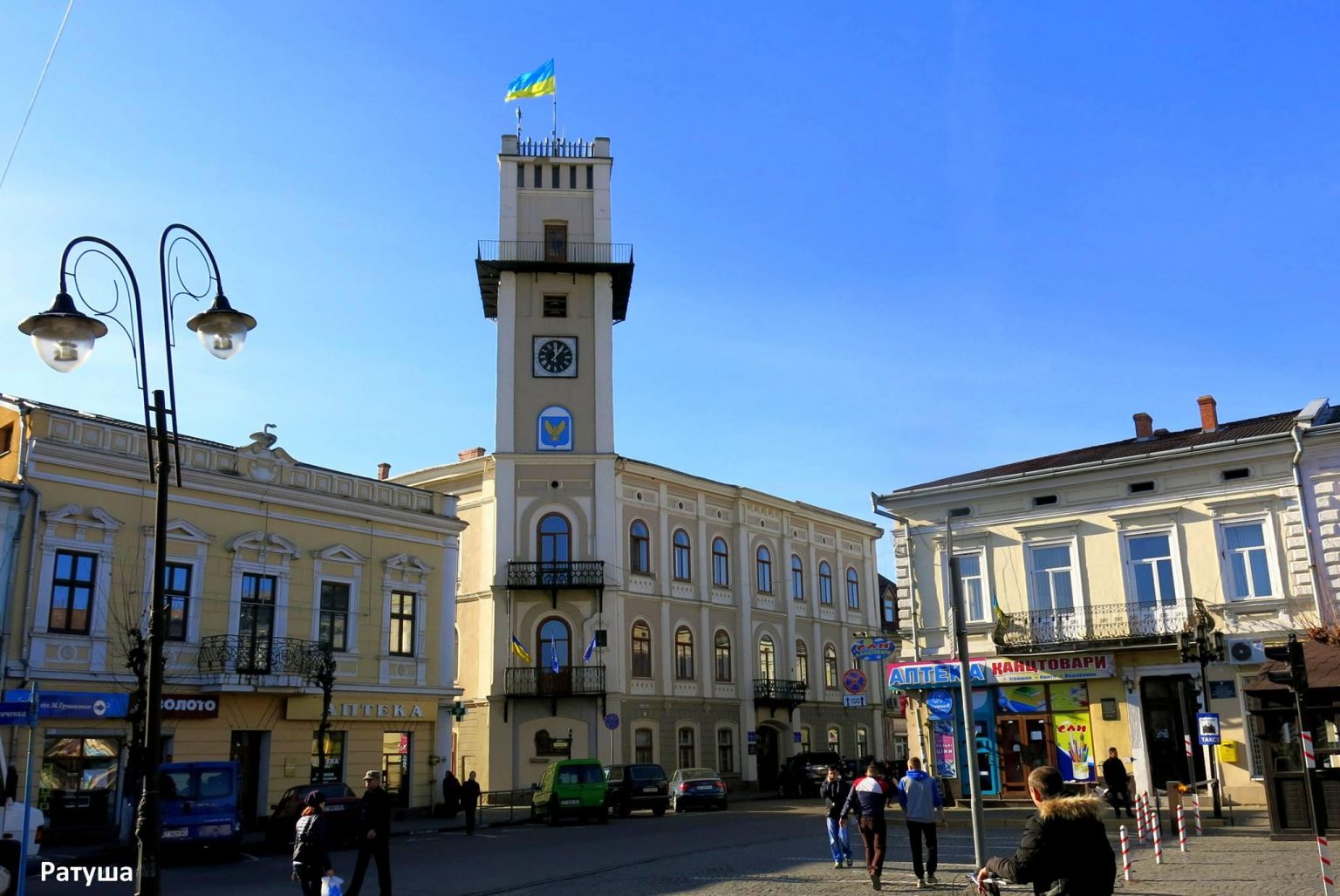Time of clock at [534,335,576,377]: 12:06
